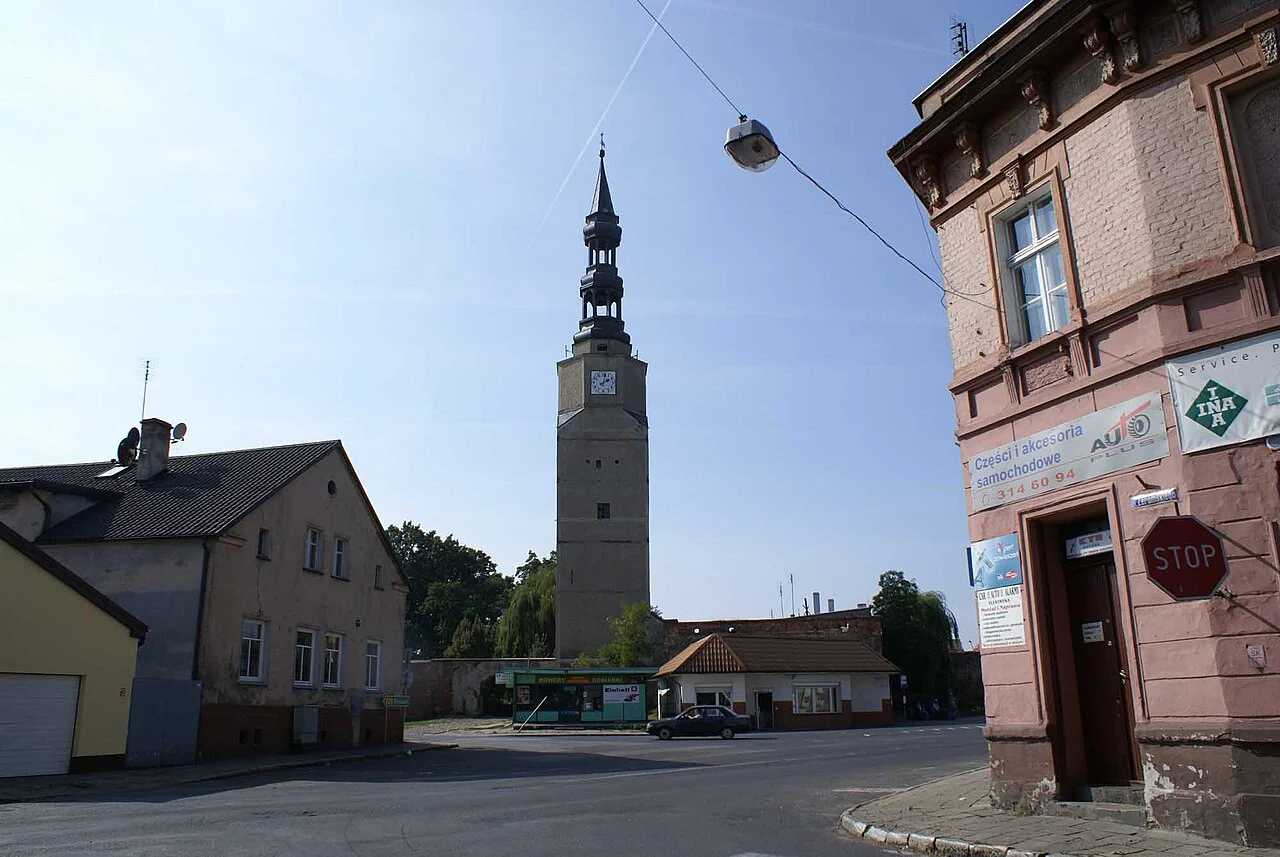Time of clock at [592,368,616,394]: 2:02
